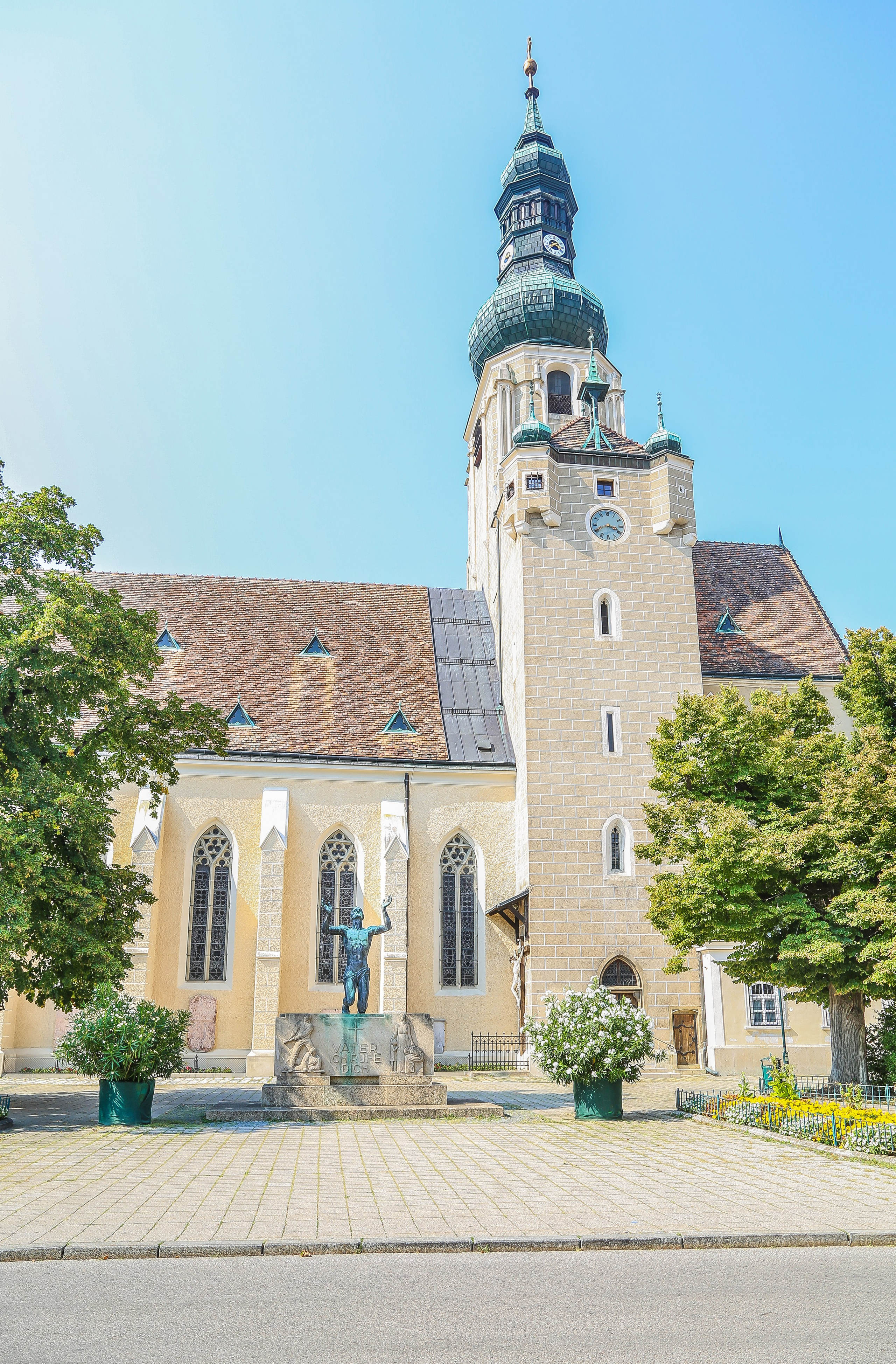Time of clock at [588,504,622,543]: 3:40
